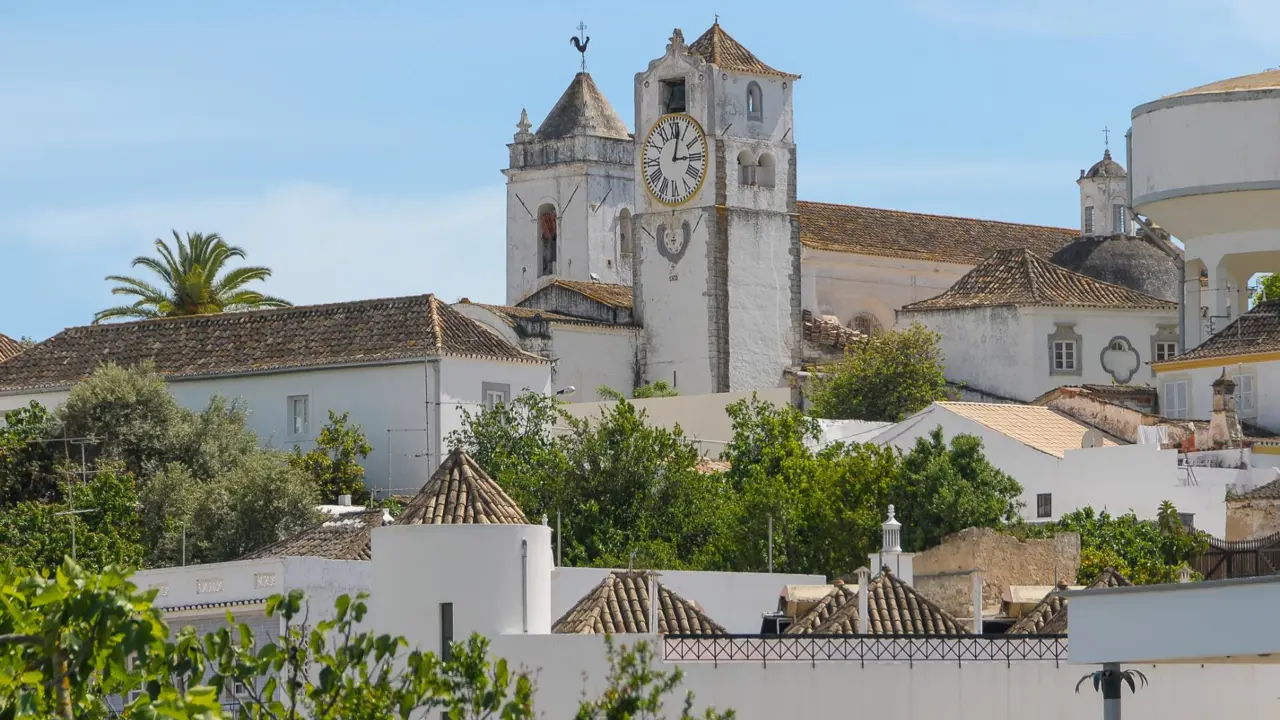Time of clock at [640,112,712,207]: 3:02
